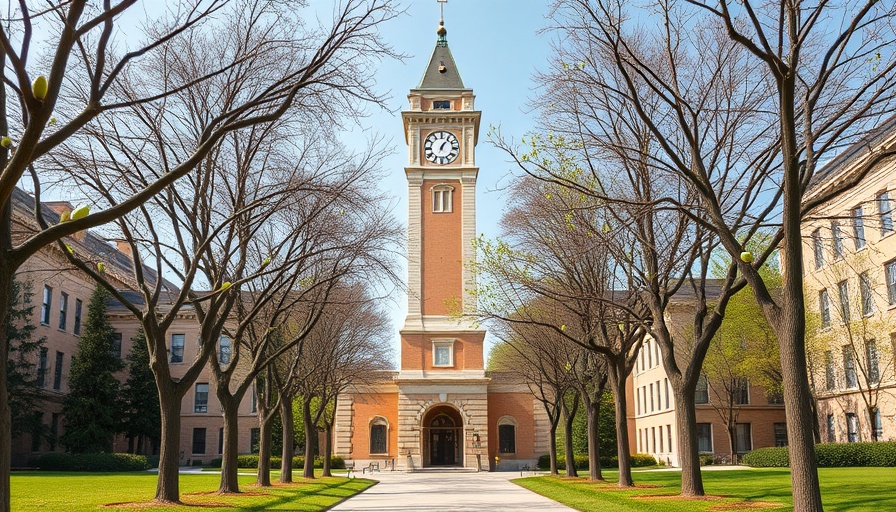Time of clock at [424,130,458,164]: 1:06
